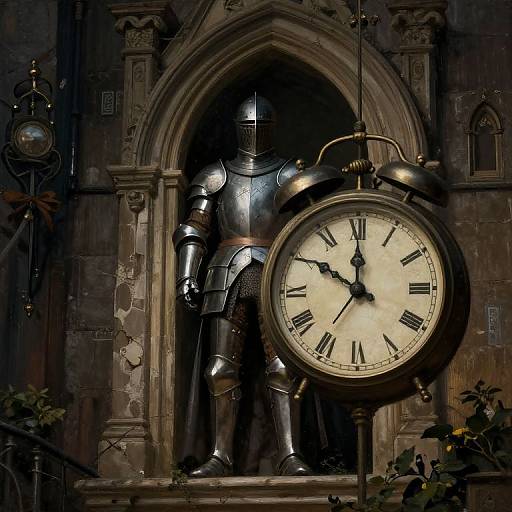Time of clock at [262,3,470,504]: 11:50
